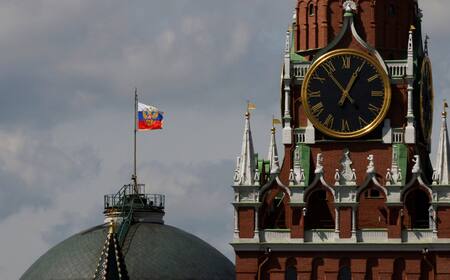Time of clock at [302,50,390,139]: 12:53
